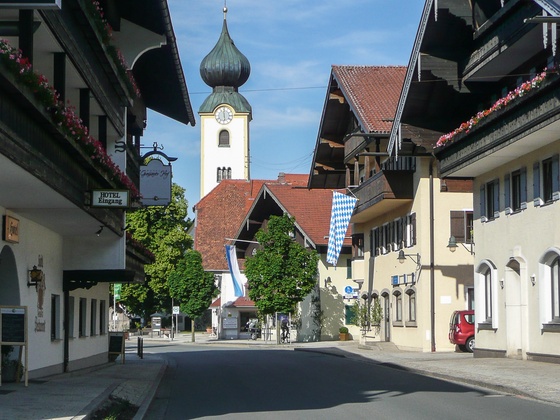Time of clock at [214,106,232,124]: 5:59
